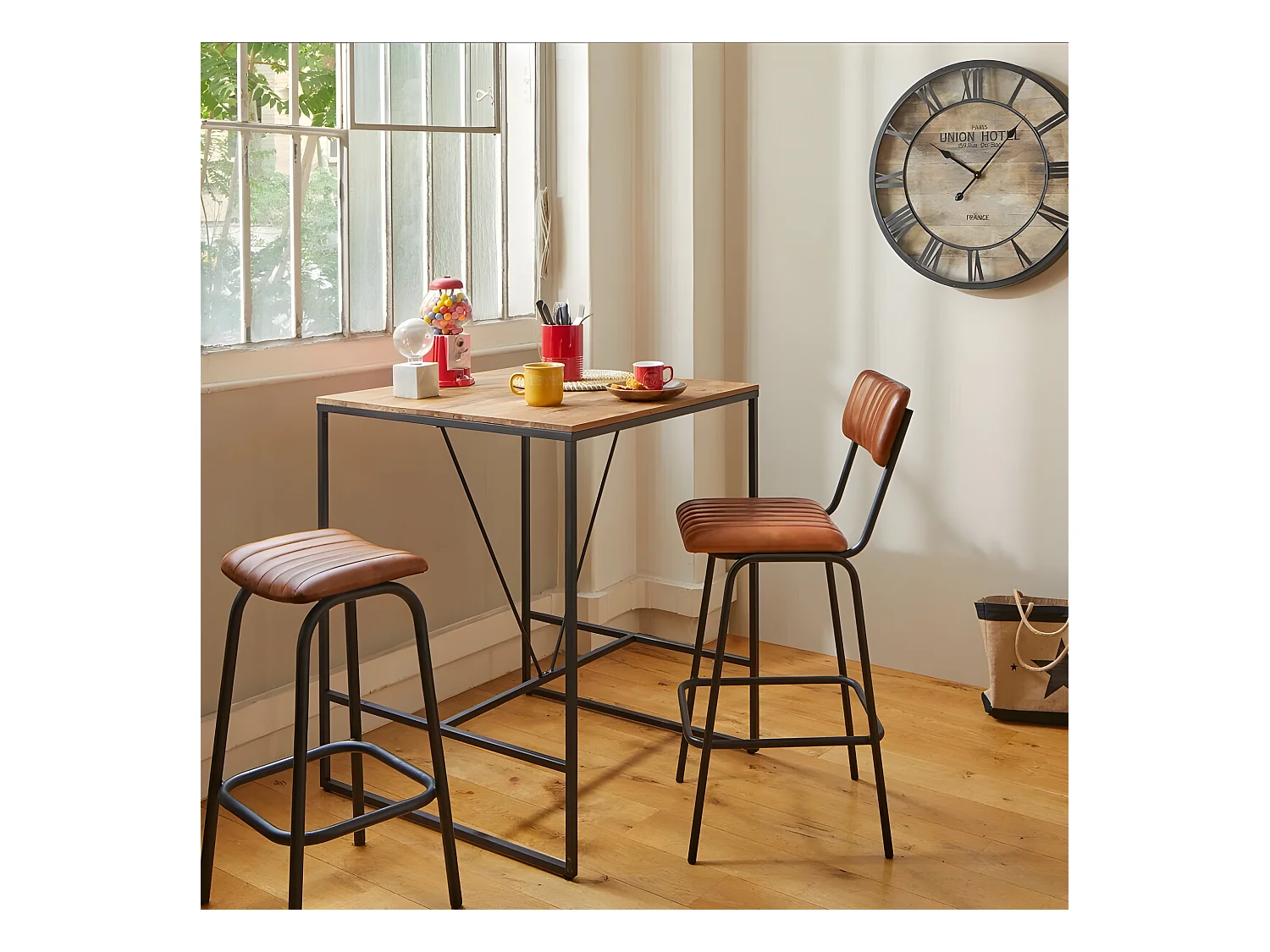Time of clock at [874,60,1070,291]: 10:07
